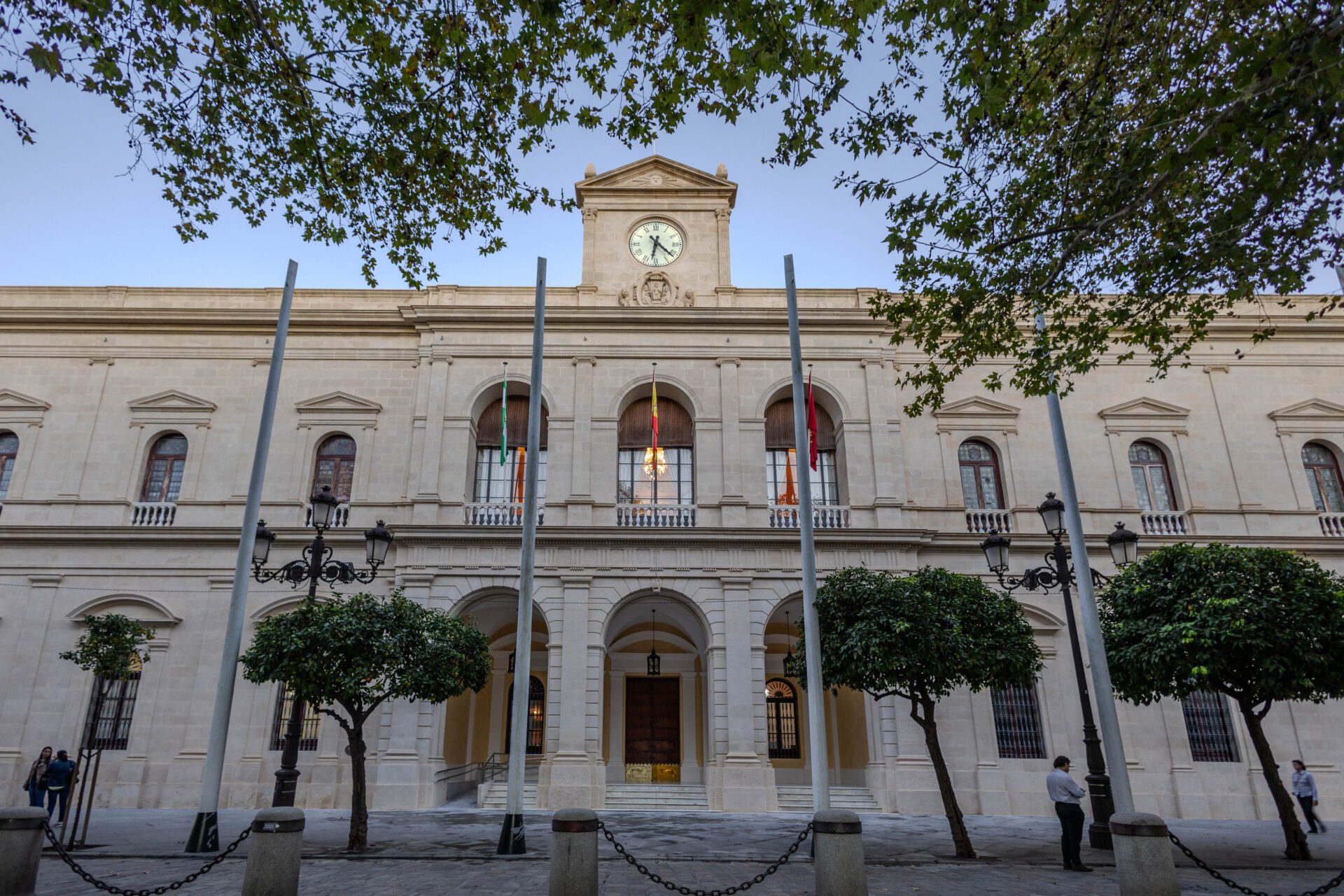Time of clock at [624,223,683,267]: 6:22
